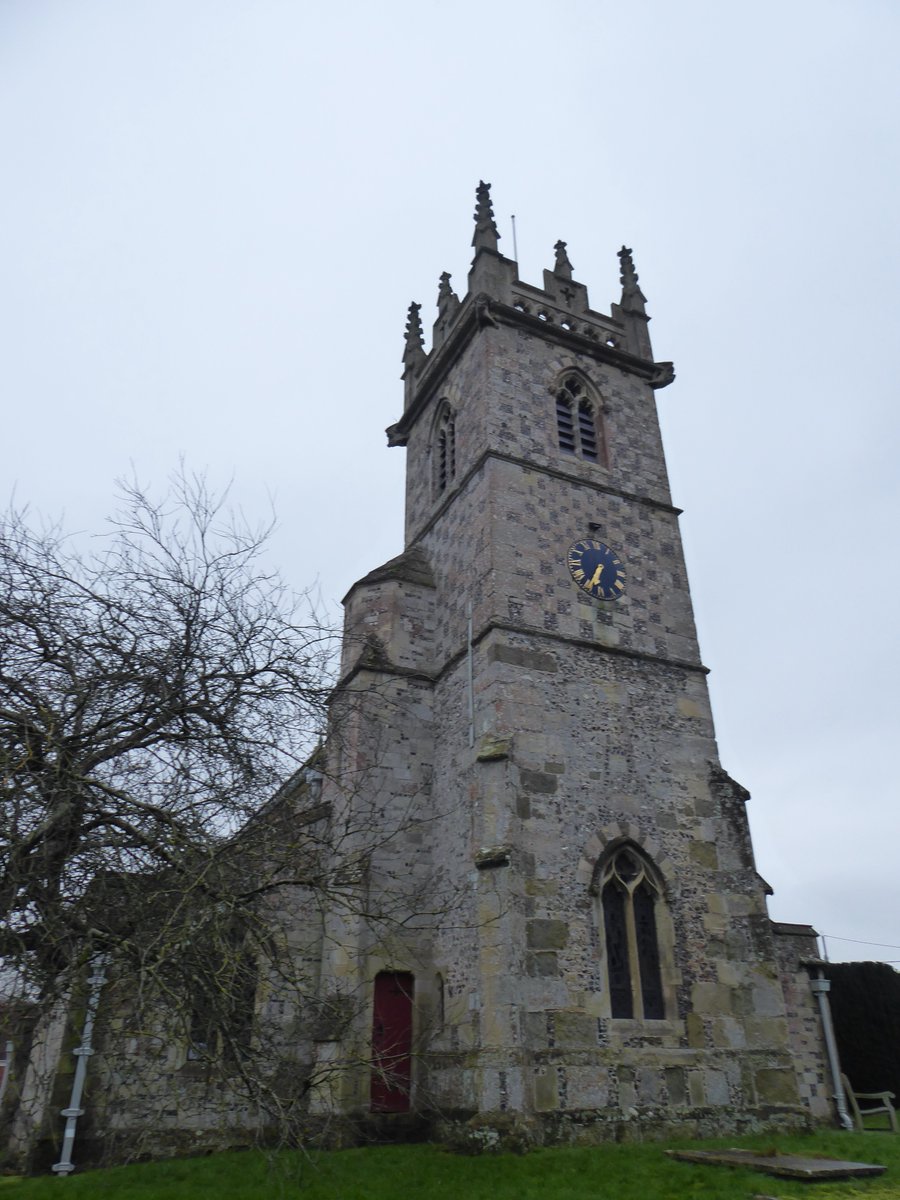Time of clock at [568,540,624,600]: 6:34
